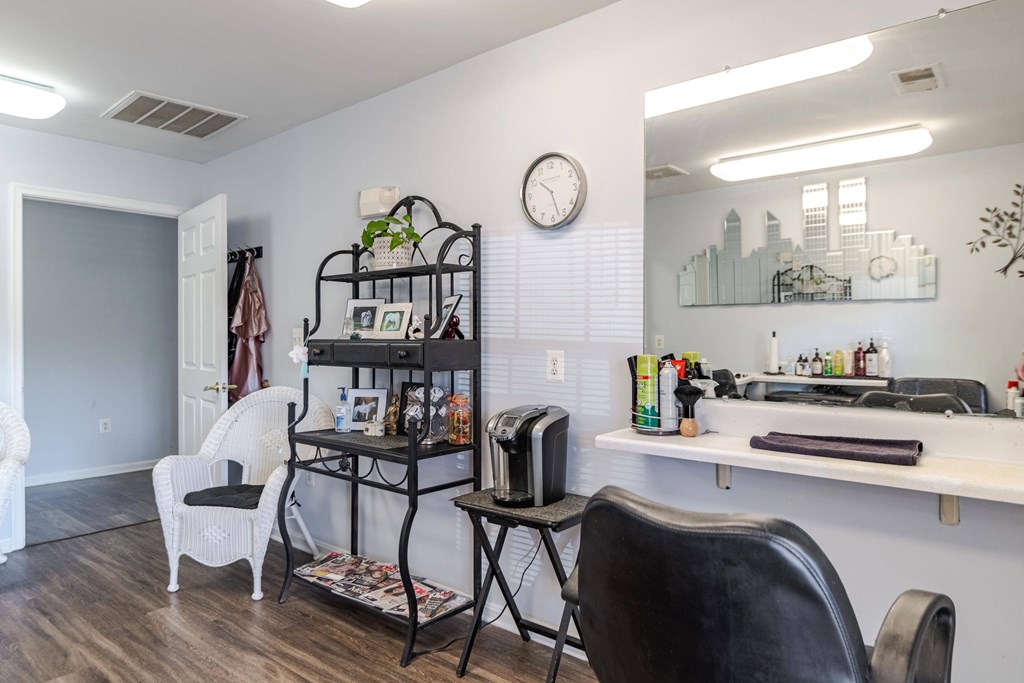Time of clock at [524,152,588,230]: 10:27
